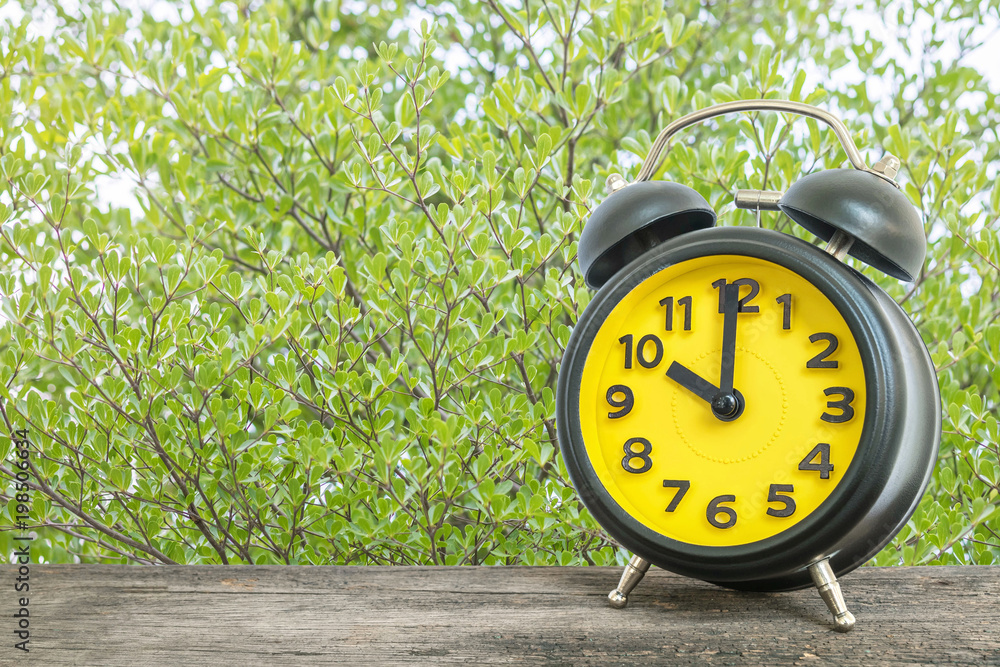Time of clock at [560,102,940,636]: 10:00
